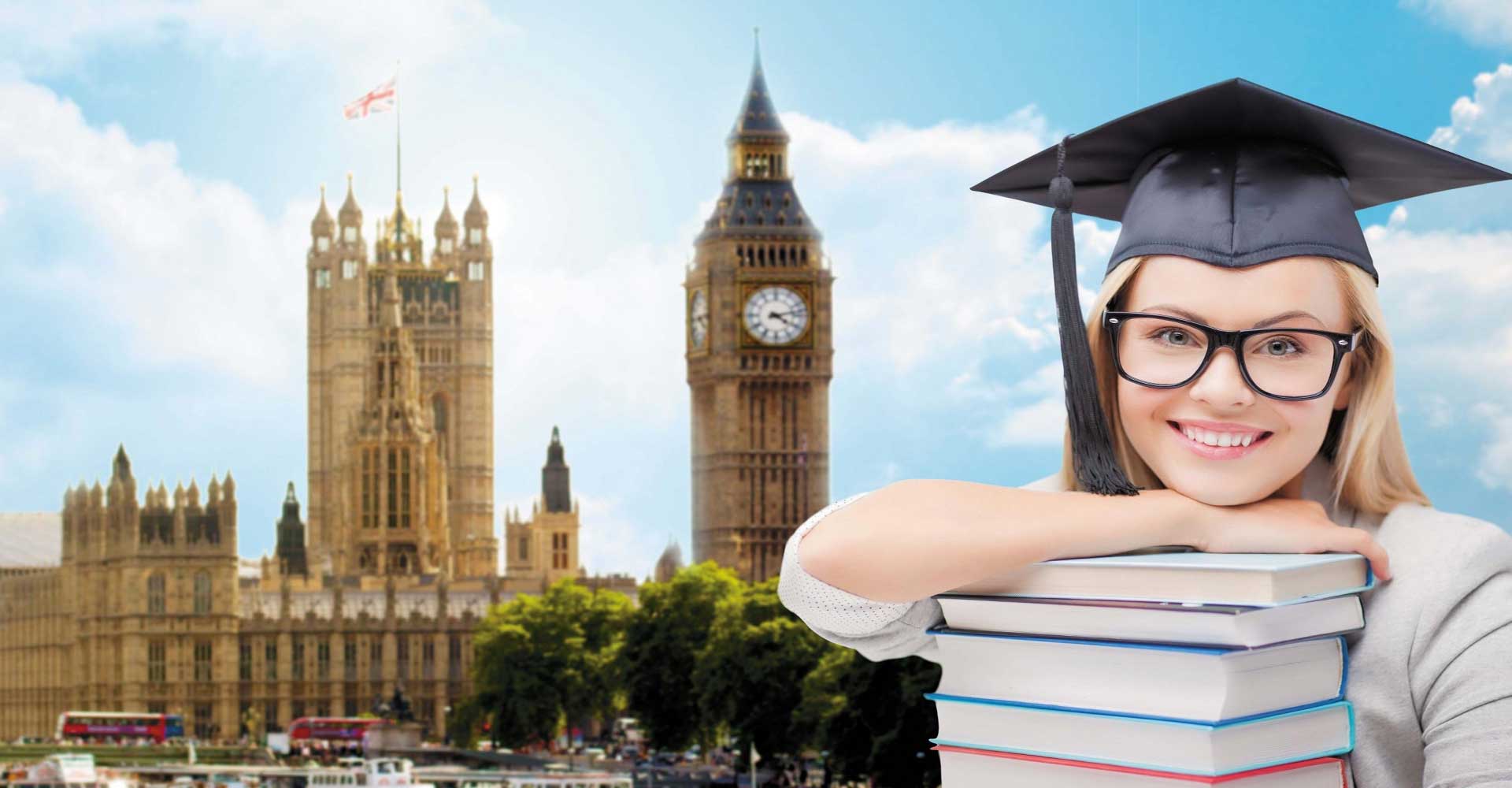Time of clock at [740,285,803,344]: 4:12
